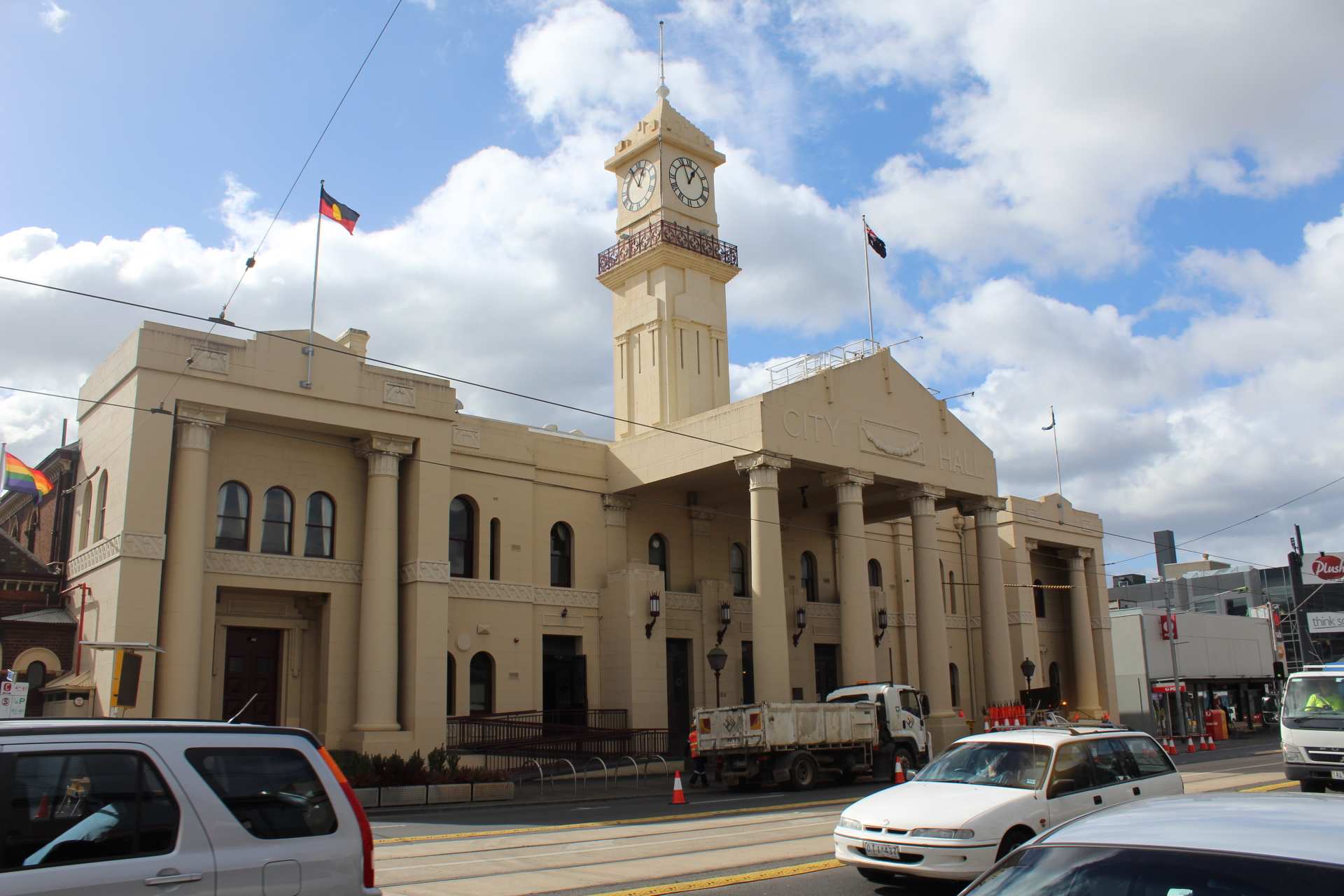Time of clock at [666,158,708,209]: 12:56
